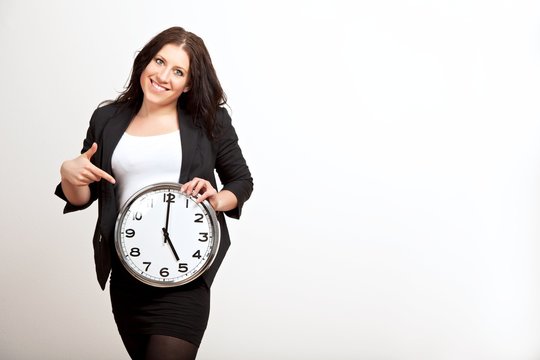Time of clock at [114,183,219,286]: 5:00
